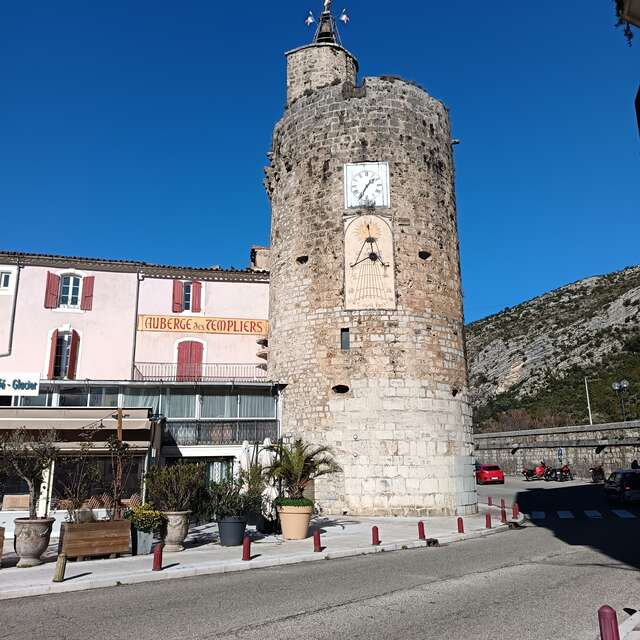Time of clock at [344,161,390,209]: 1:35
